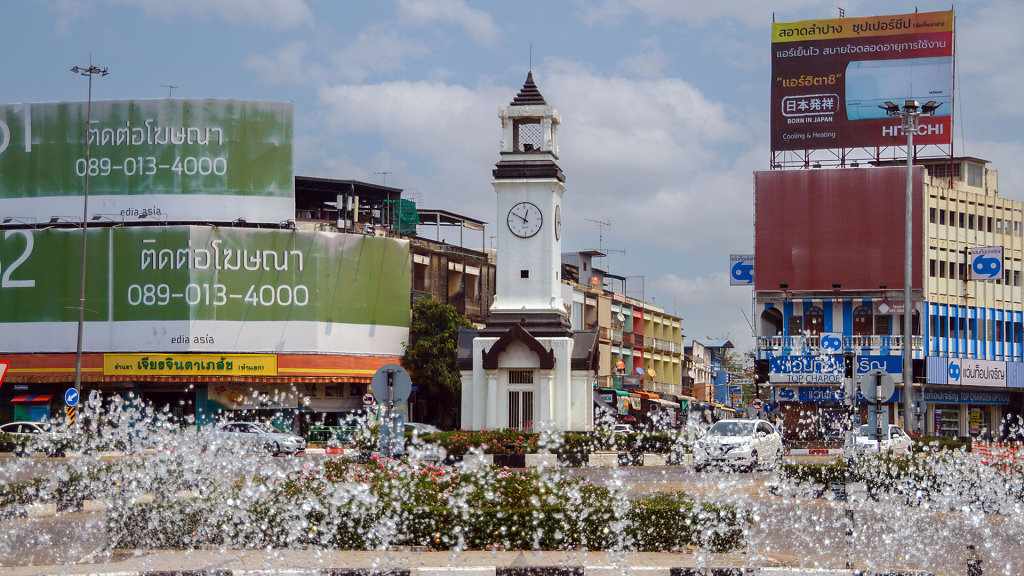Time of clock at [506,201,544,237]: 12:50
